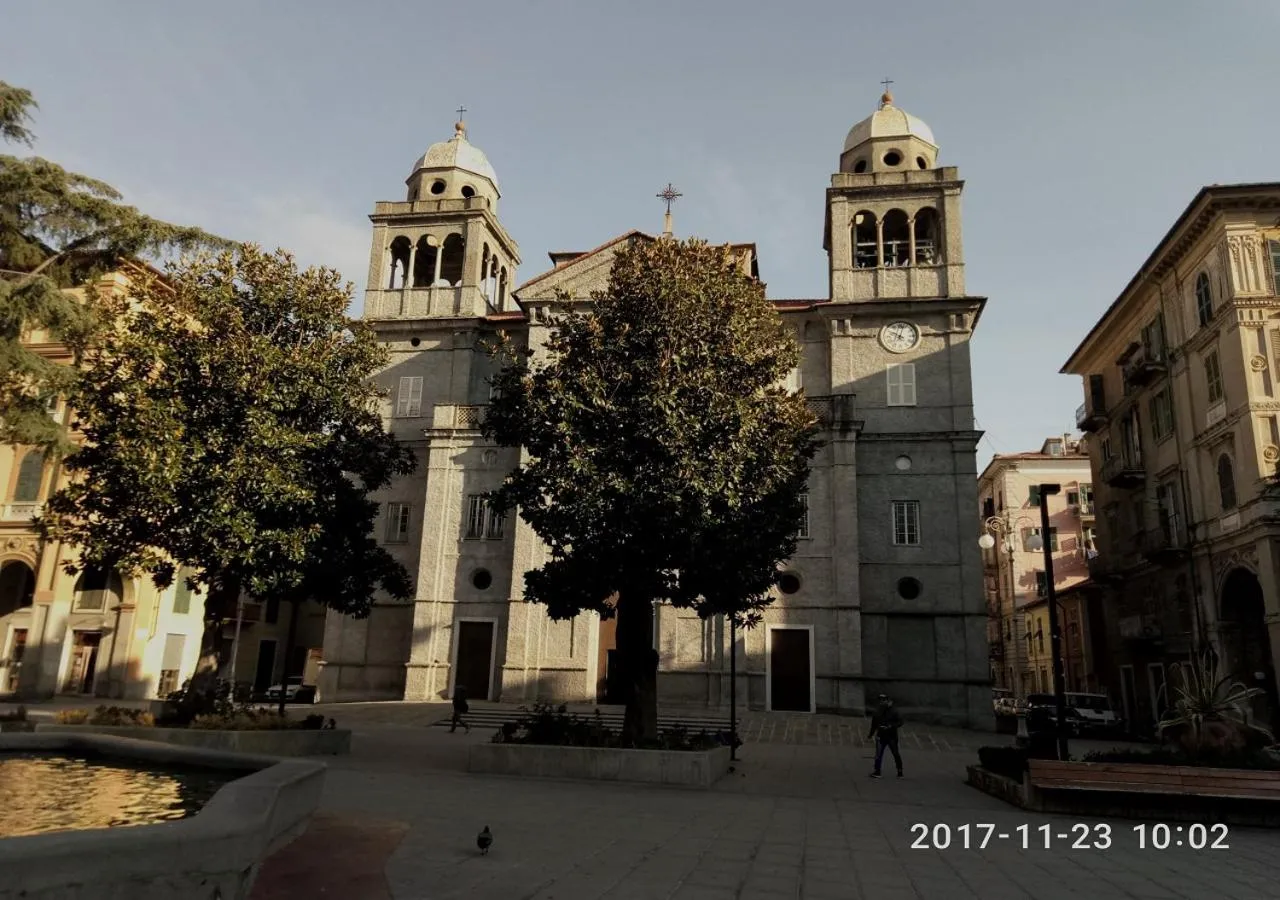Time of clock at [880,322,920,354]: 10:02
